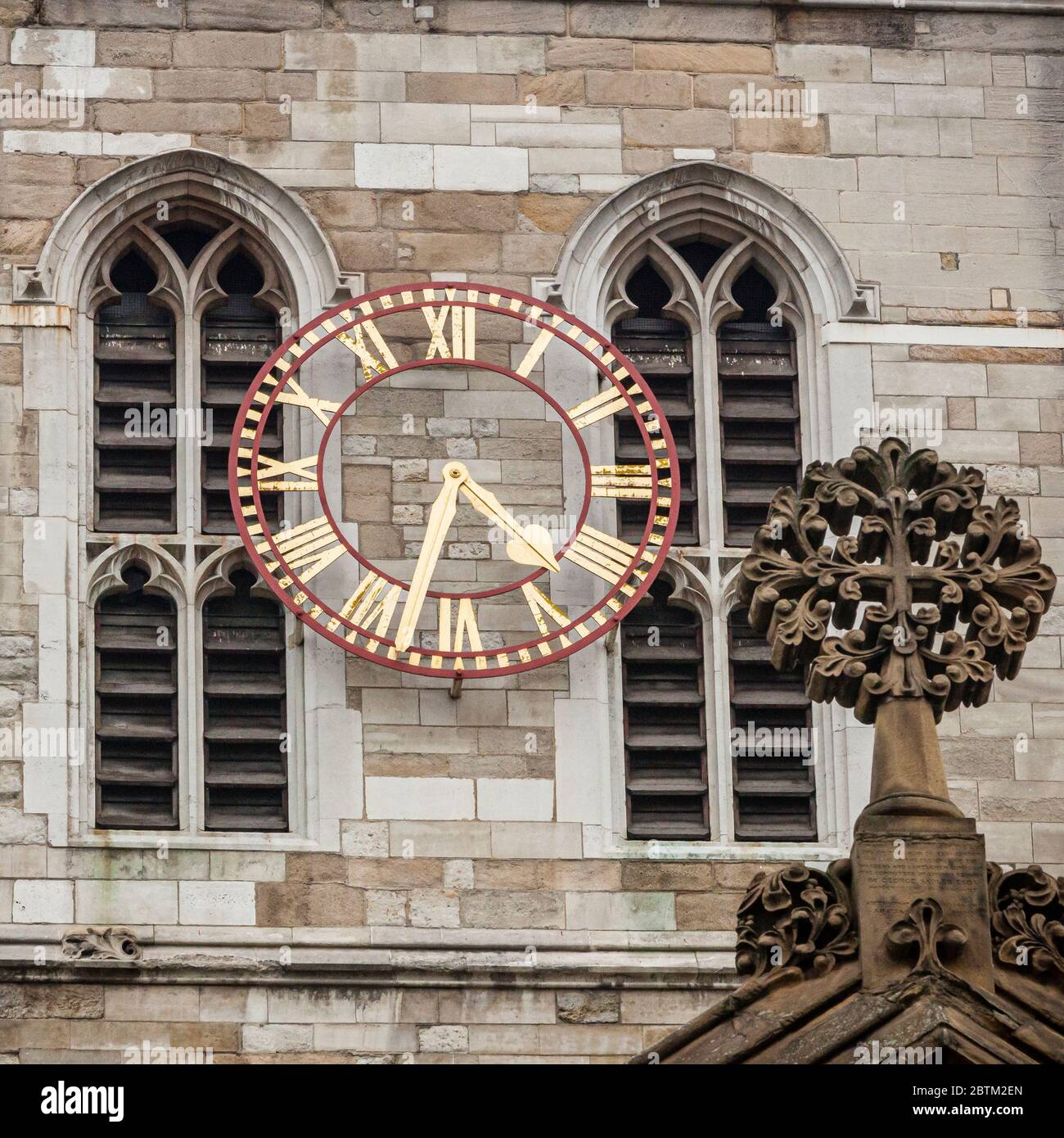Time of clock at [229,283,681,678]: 4:32
